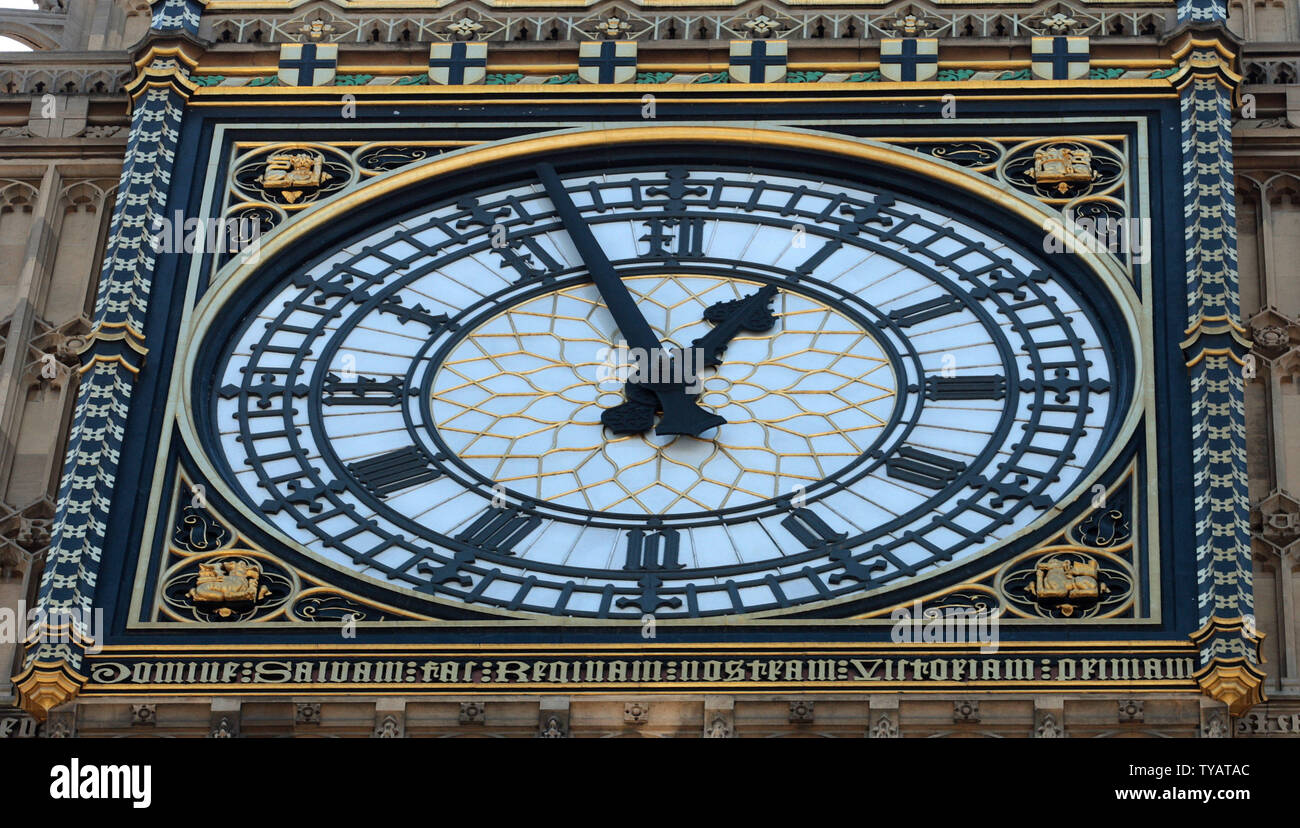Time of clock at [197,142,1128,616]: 12:57
